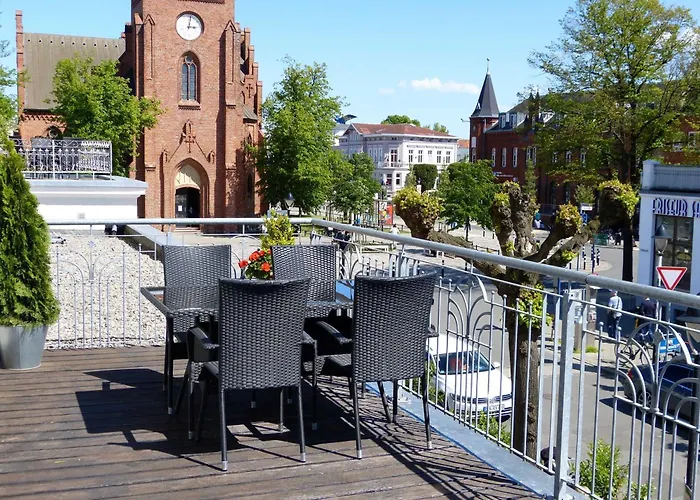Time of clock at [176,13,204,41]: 3:02
